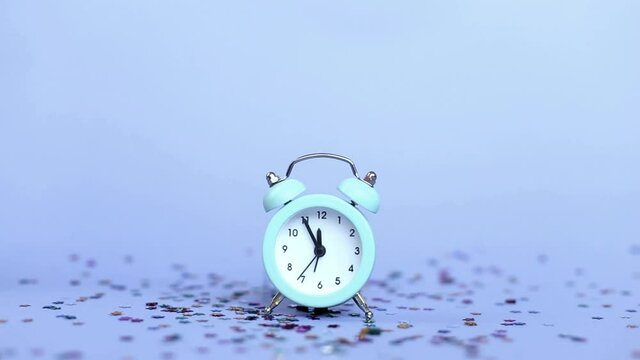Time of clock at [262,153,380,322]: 11:55
